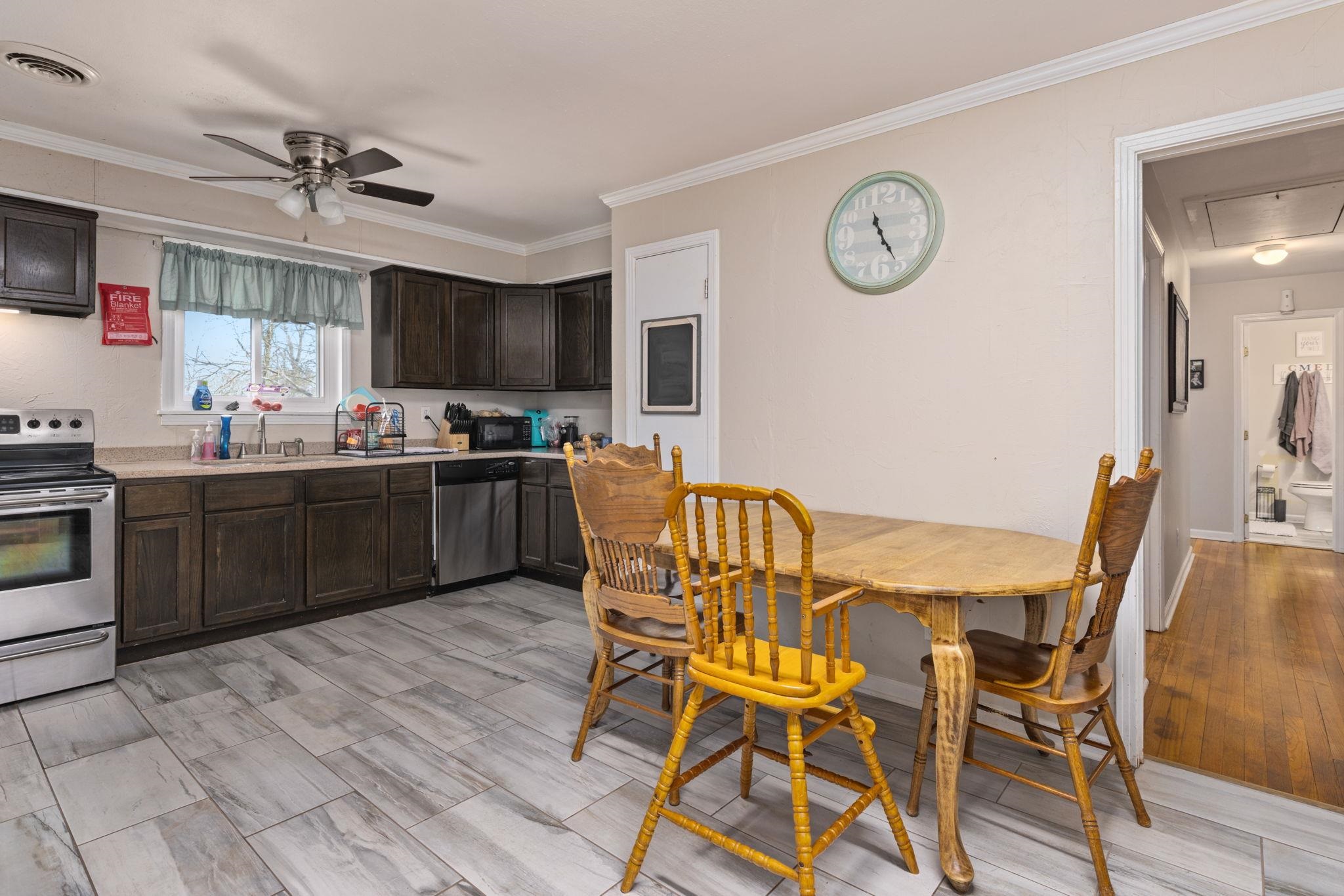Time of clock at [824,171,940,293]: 11:25
